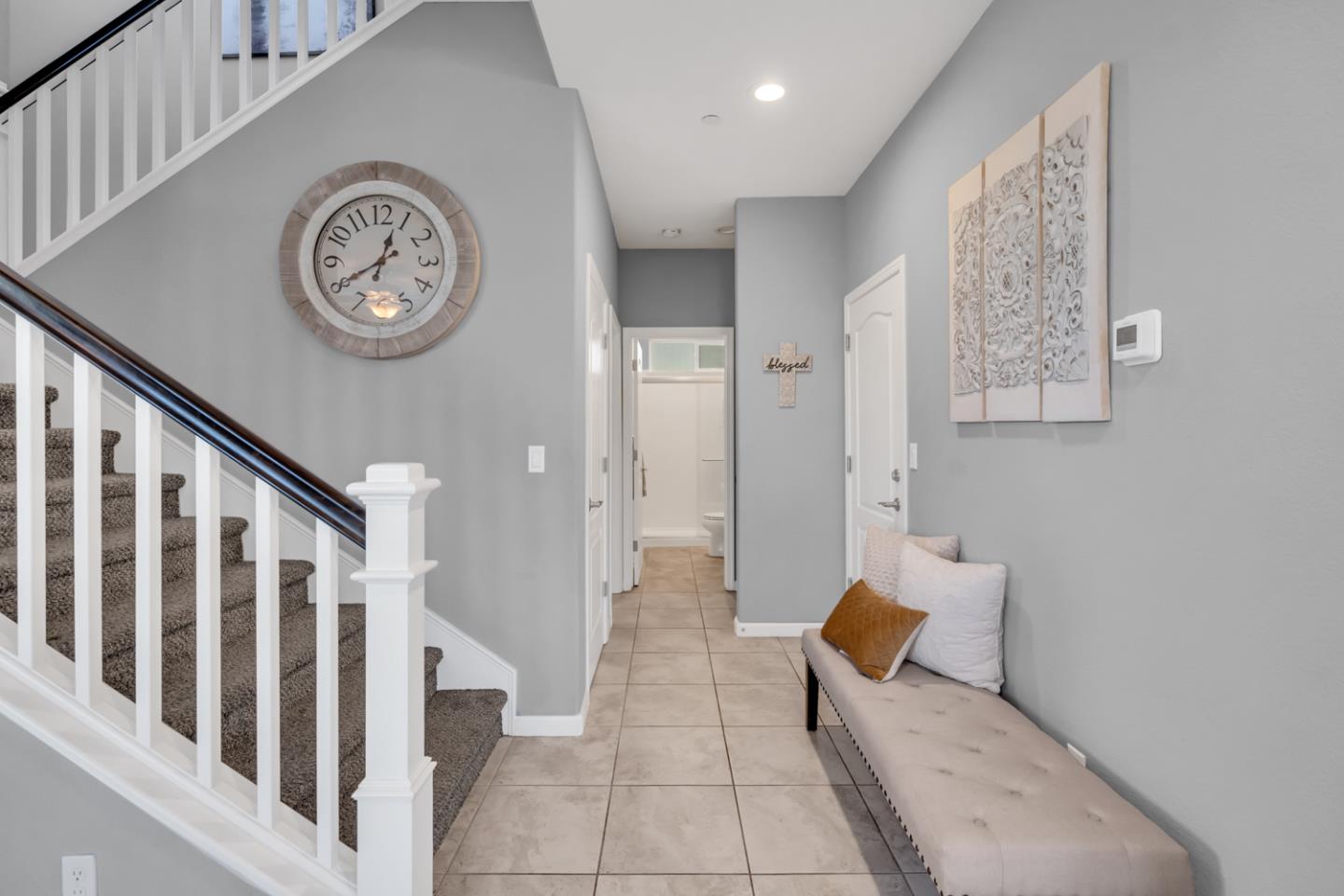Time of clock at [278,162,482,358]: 12:40
